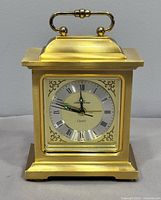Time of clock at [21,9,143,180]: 11:48
